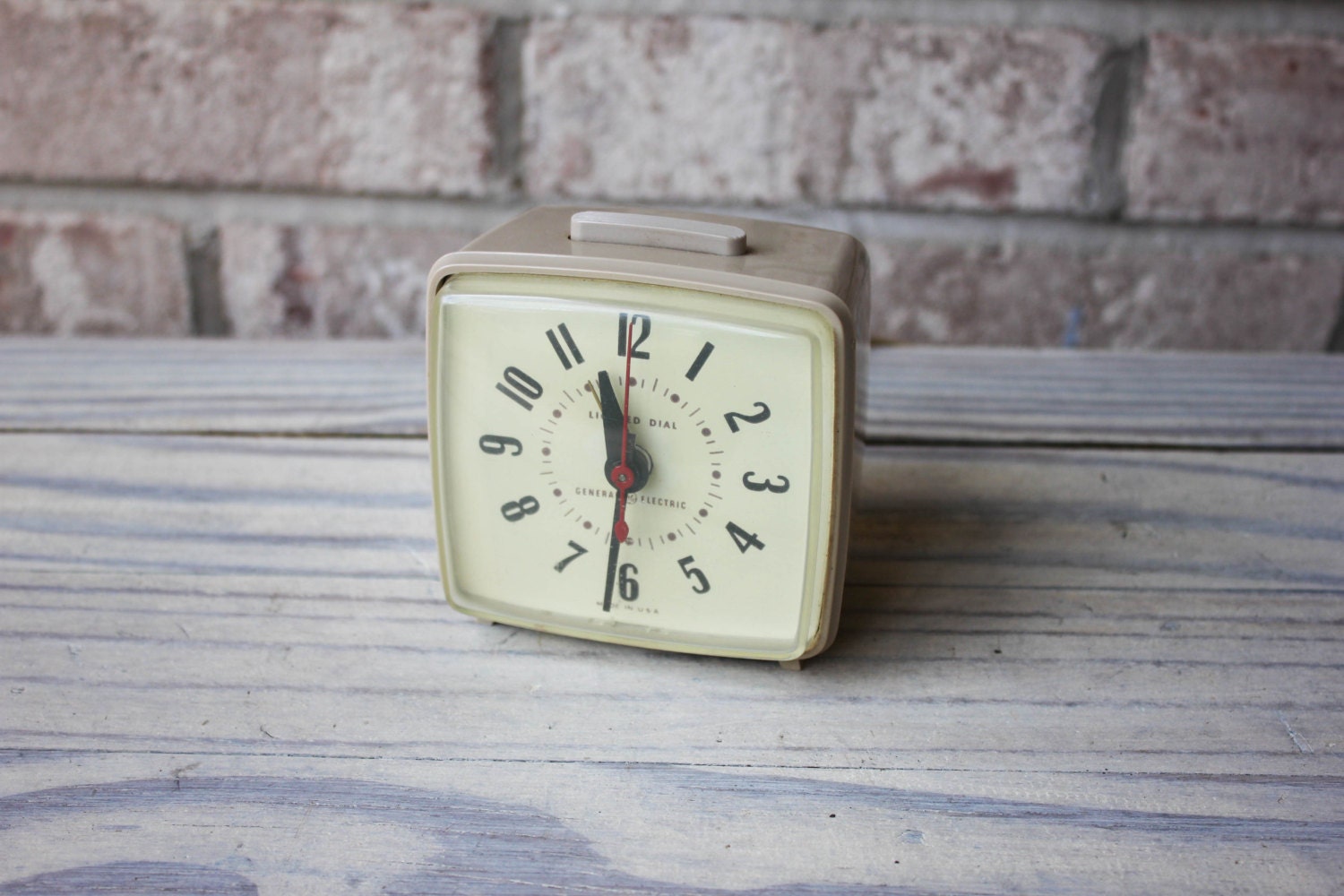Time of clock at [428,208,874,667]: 11:31
